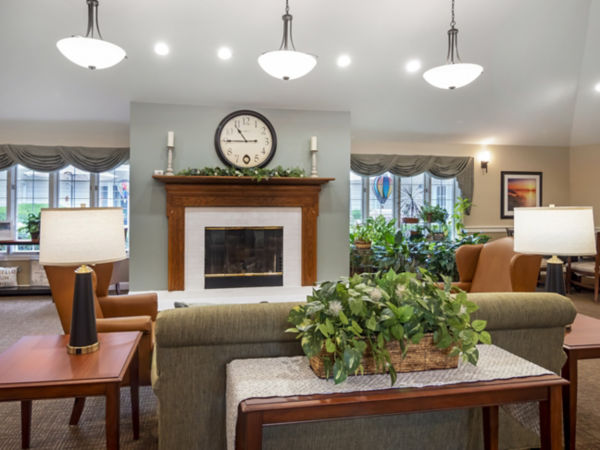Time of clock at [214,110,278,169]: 10:45
